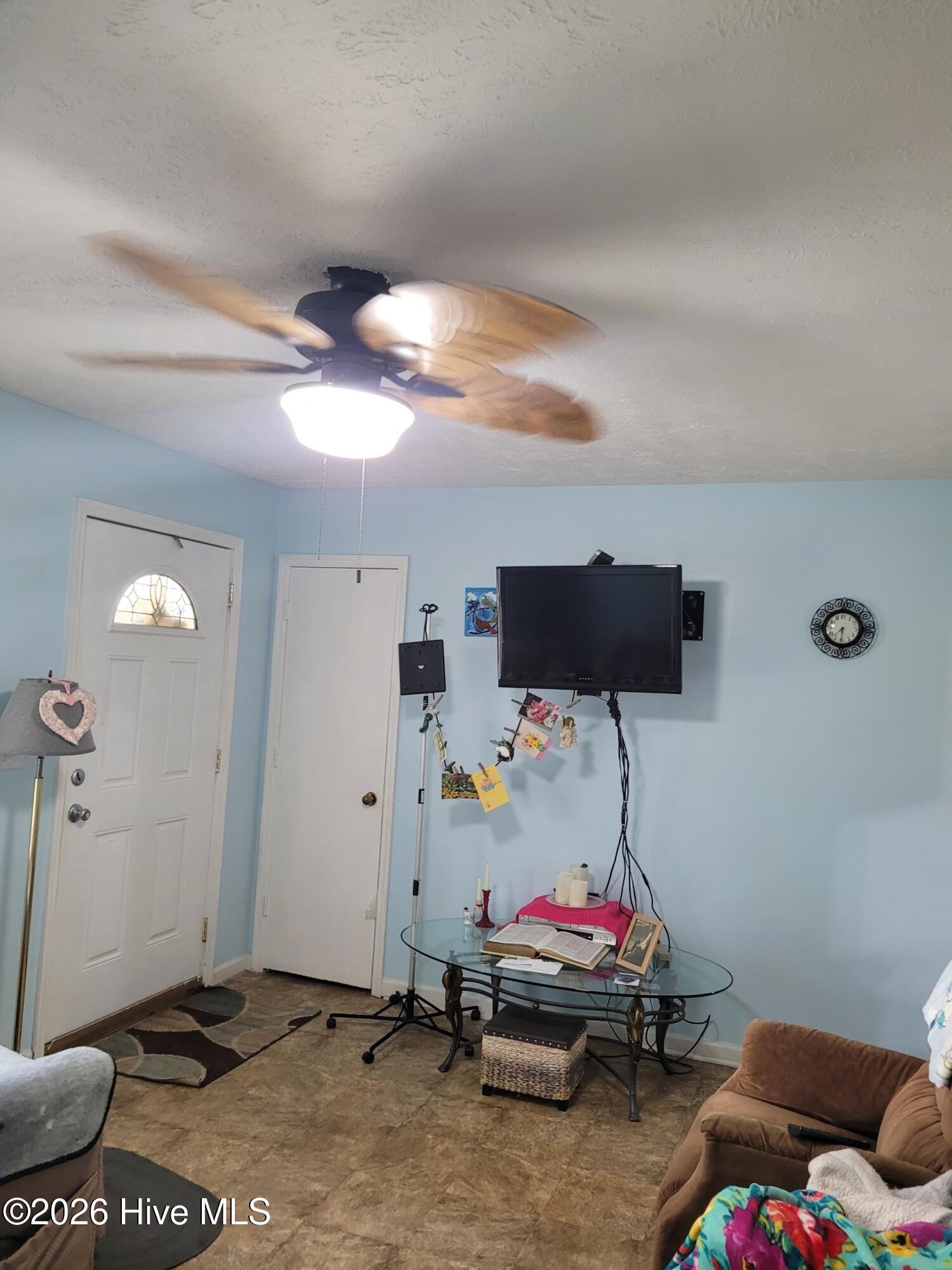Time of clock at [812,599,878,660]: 7:31
